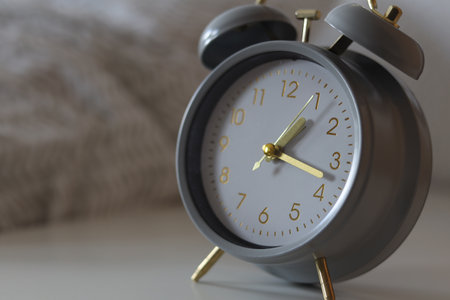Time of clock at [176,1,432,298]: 1:17
